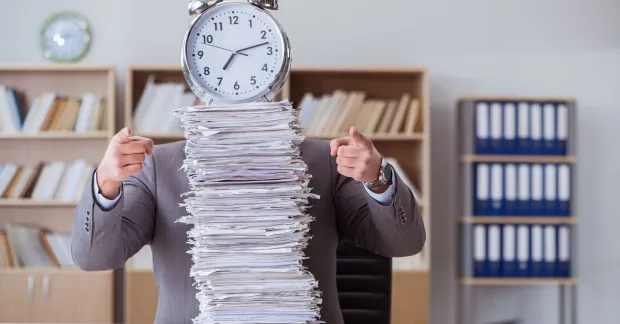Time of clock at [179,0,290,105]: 7:12
